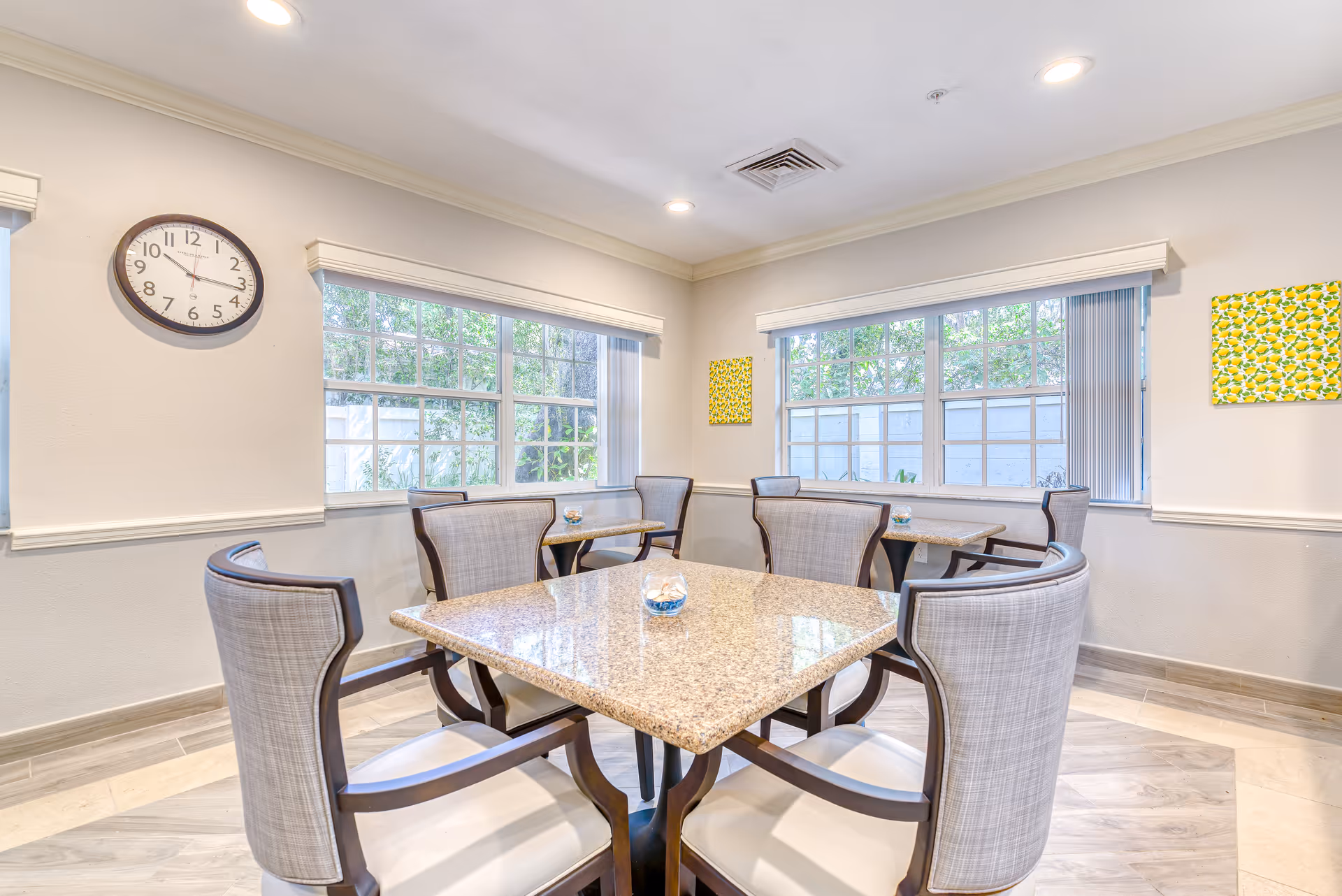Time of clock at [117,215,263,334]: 10:16
